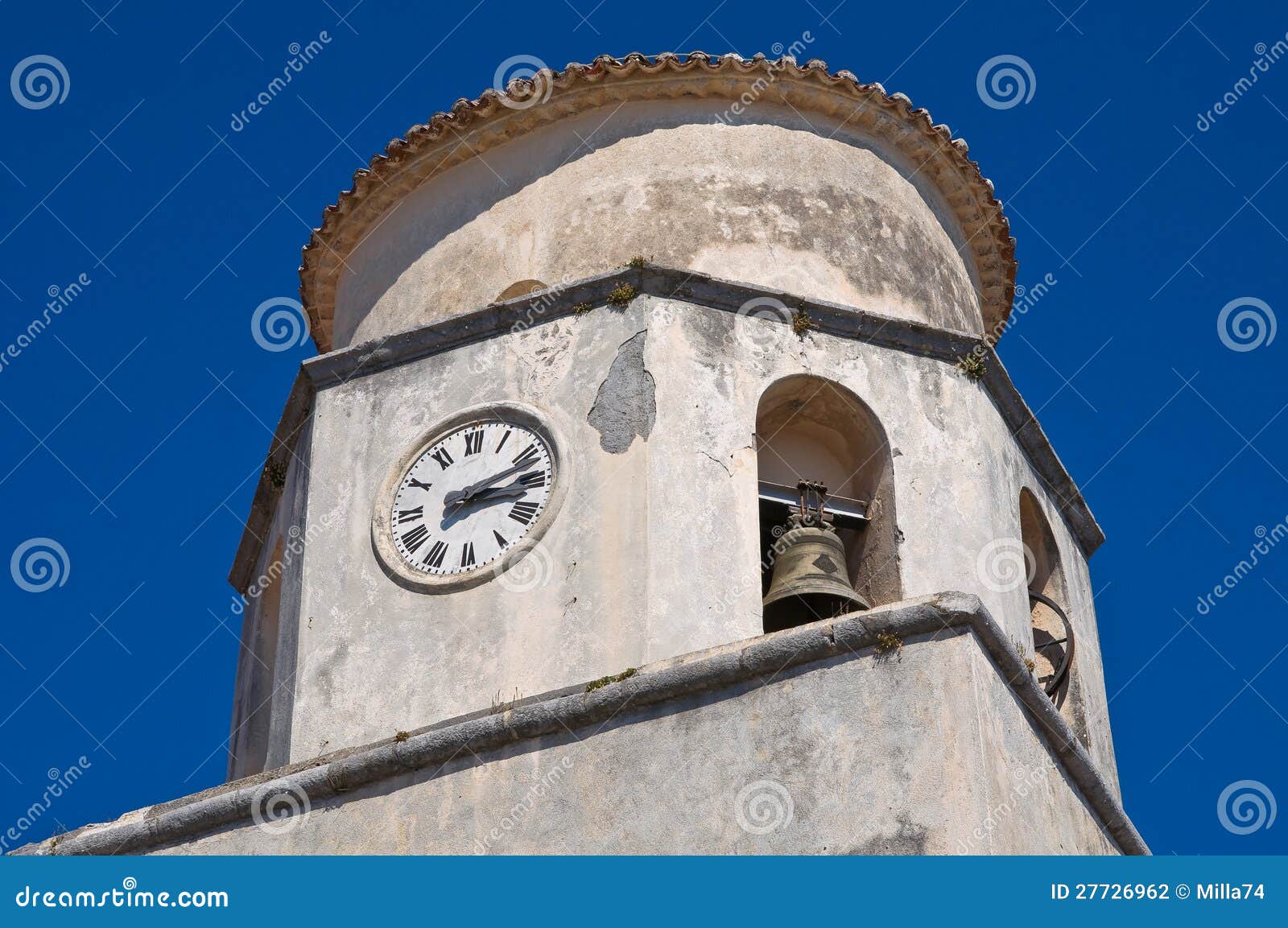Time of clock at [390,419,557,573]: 3:12
